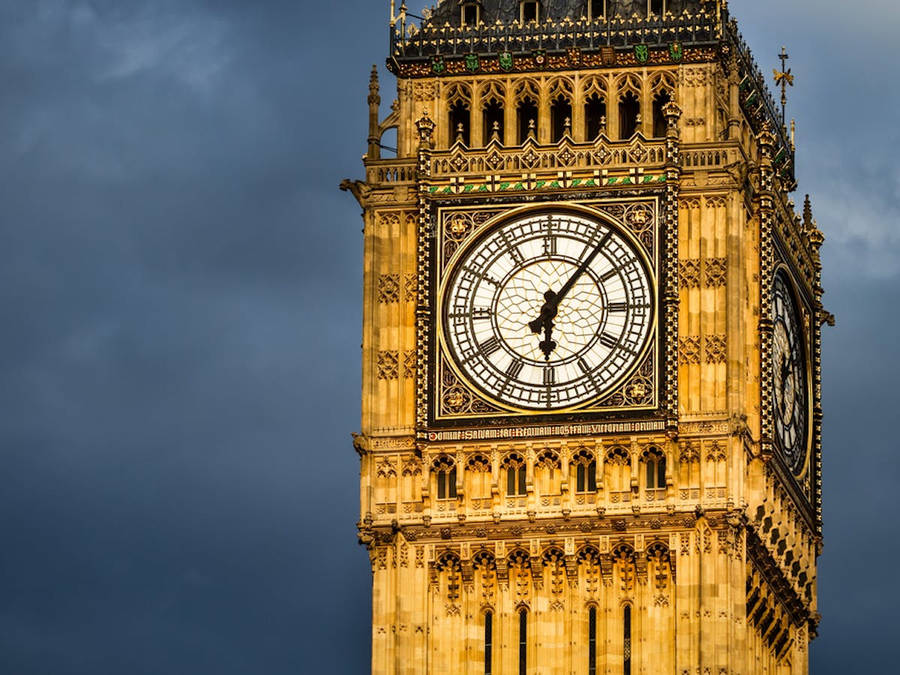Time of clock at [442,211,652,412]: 6:06
